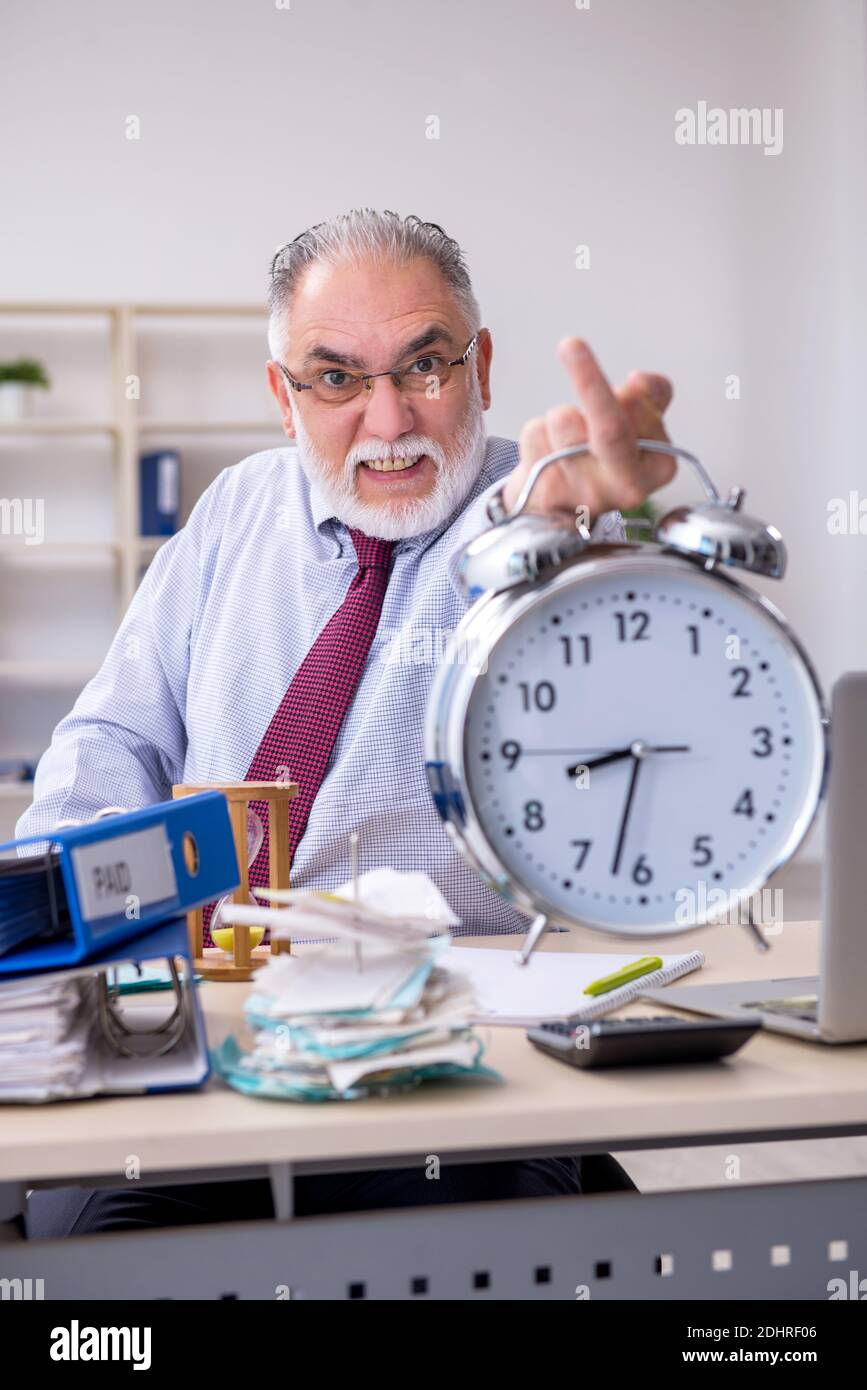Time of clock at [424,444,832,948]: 8:32
